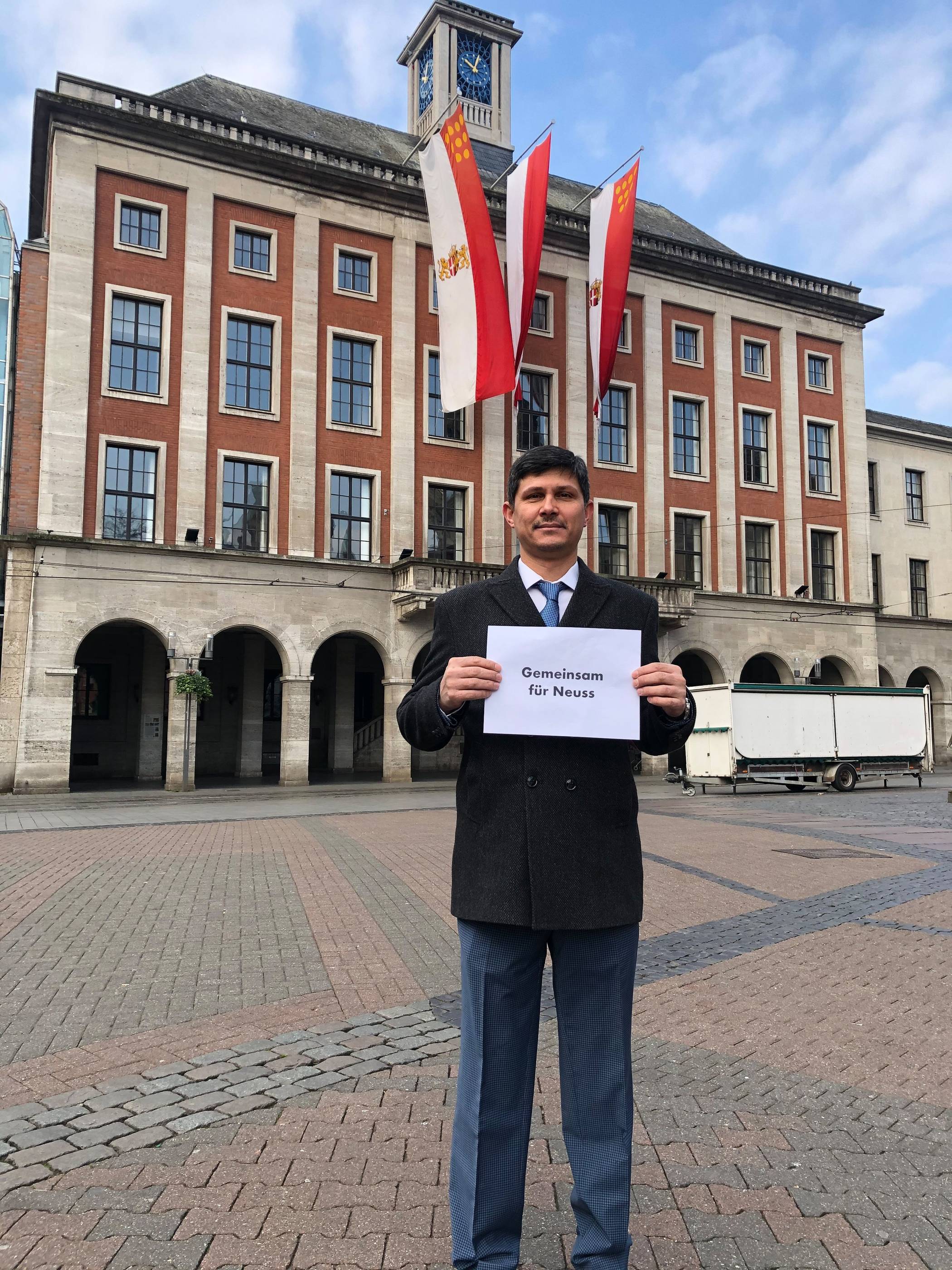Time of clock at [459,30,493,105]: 12:48
